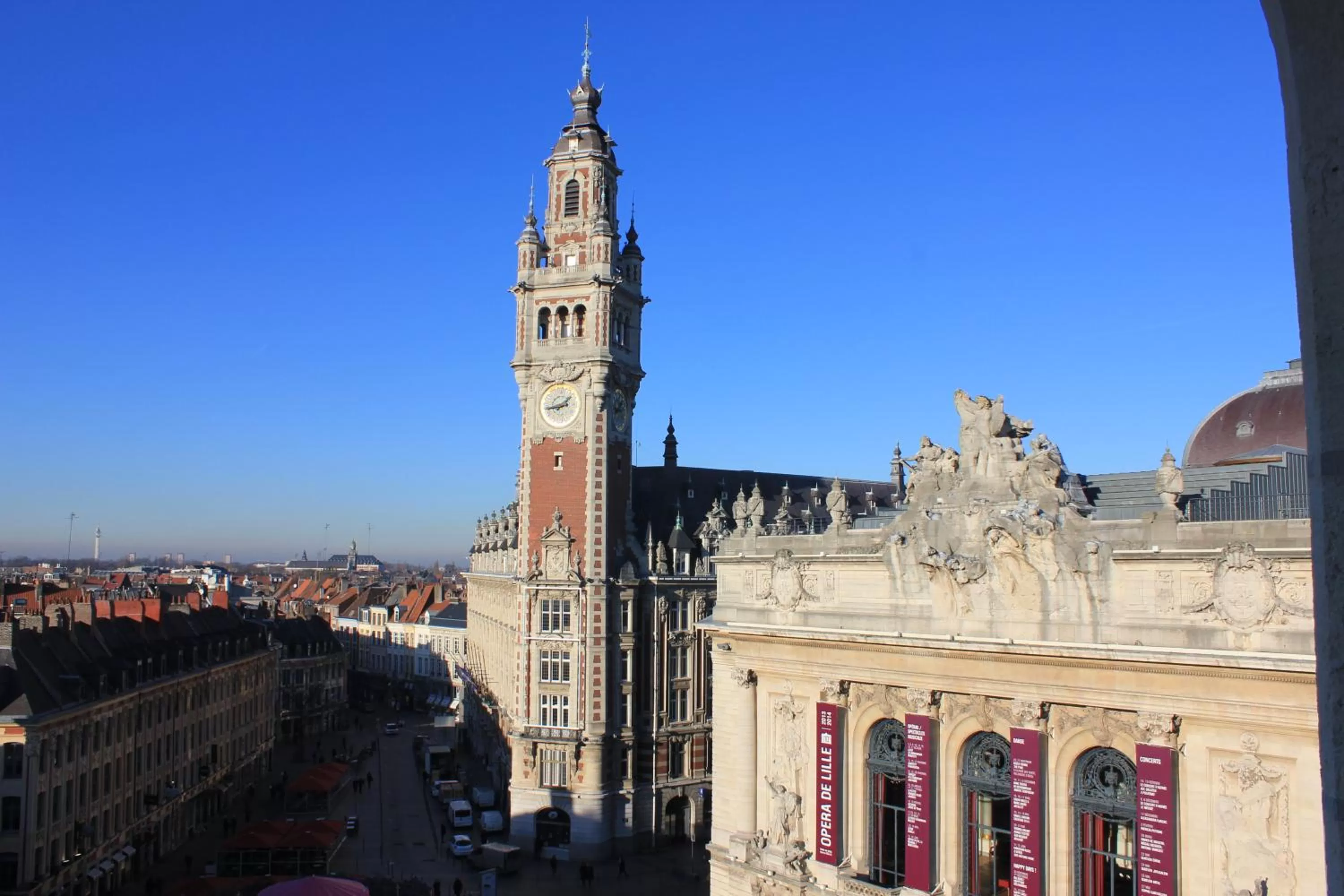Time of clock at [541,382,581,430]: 1:43
